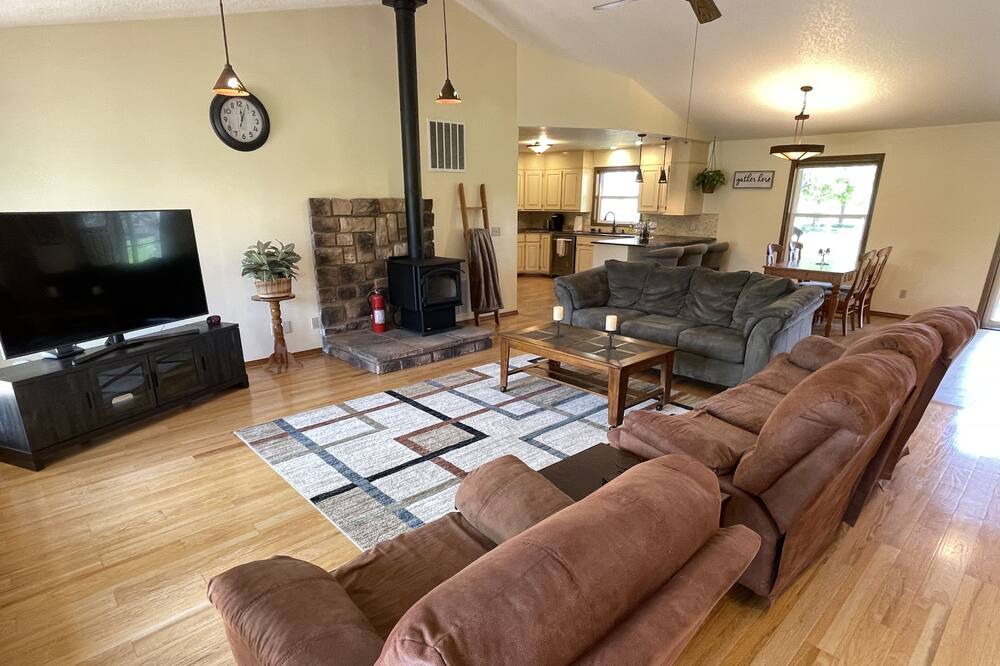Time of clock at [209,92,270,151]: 12:03
